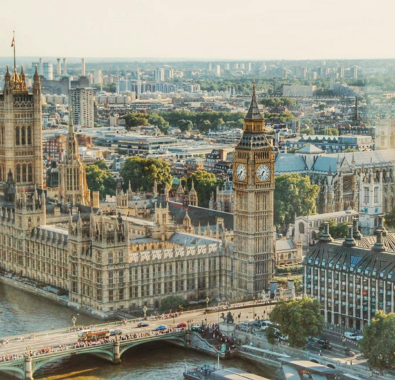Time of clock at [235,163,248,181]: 6:38
